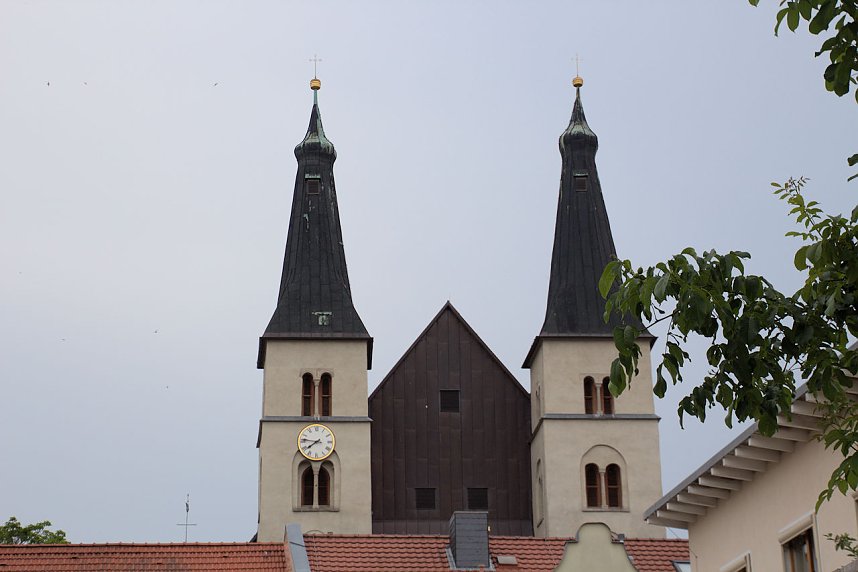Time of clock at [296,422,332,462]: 7:46
